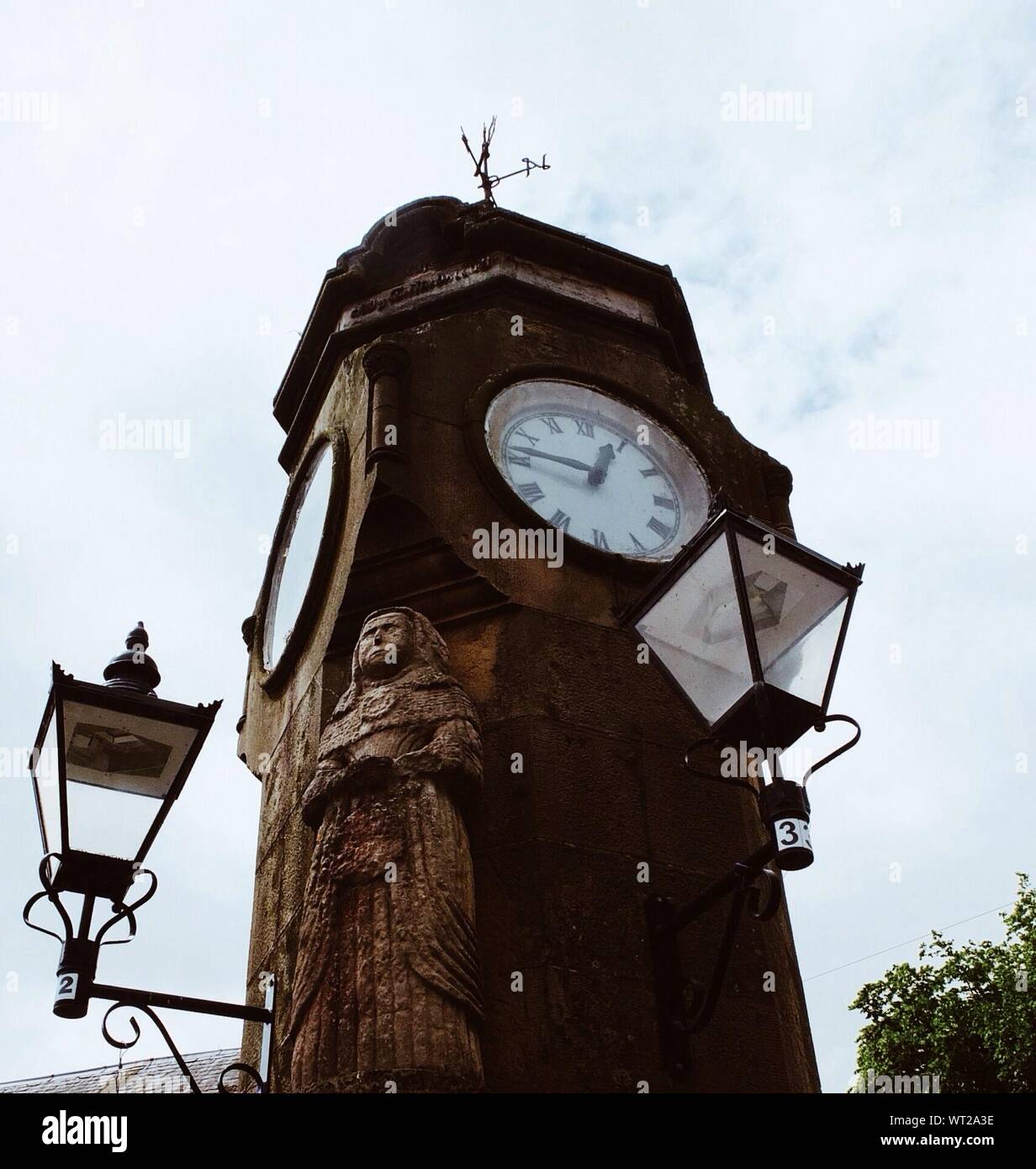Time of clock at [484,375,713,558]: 12:46
